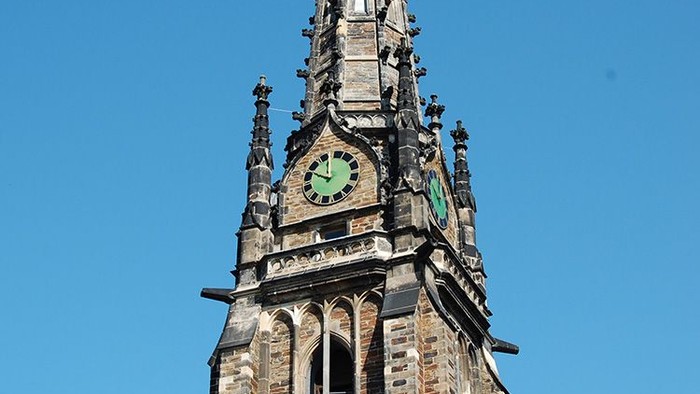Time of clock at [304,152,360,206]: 11:48
